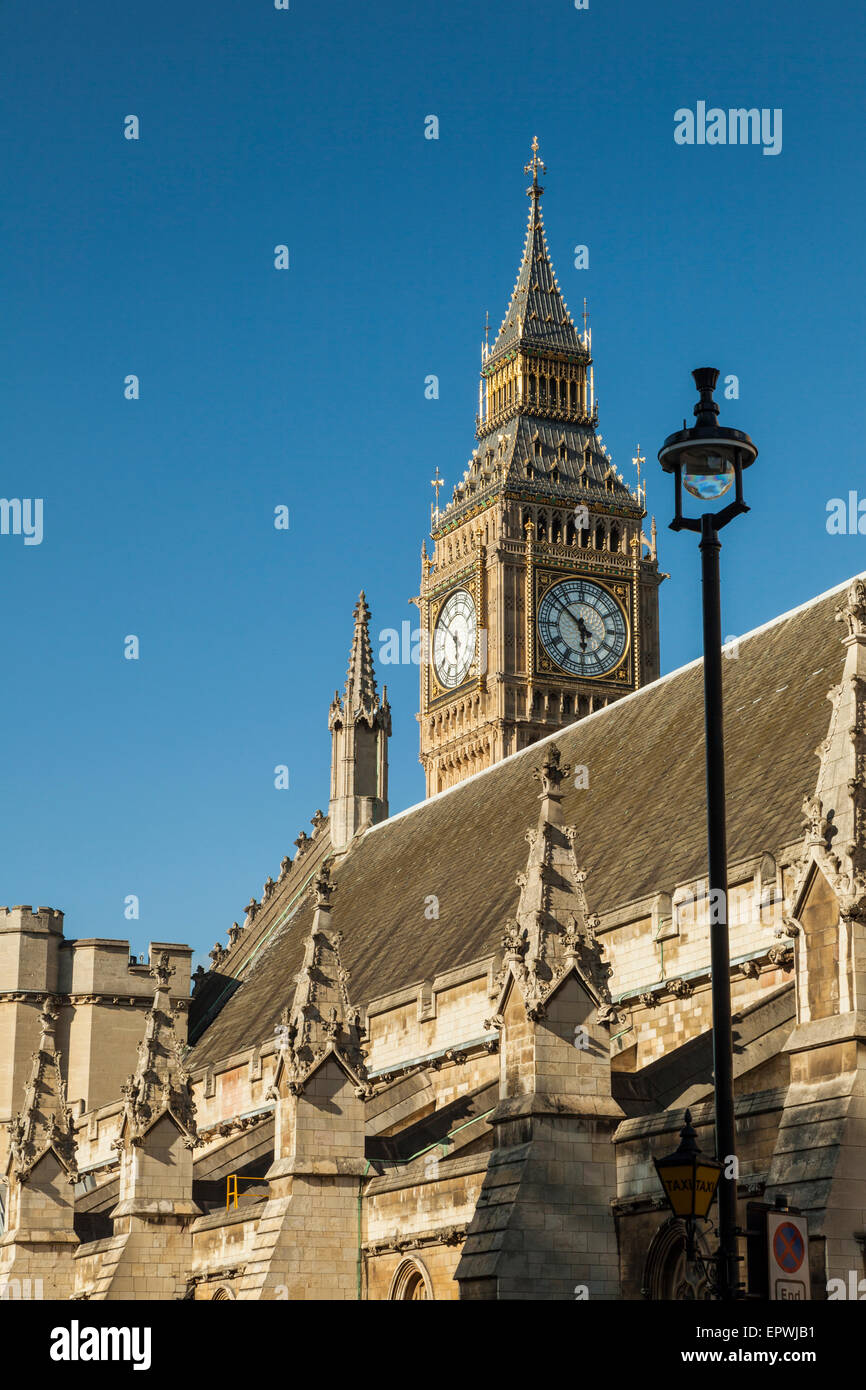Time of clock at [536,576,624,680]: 5:51
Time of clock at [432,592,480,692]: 5:51
